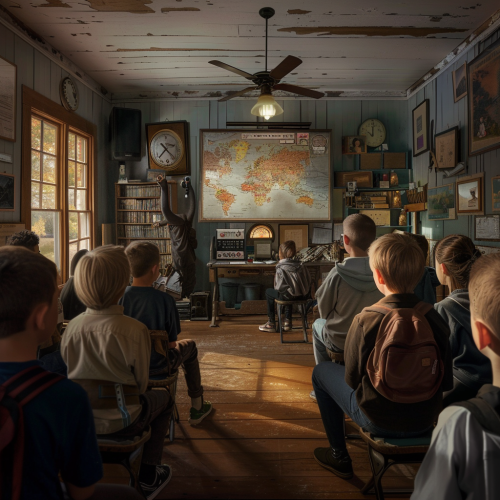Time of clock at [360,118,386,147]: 10:00
